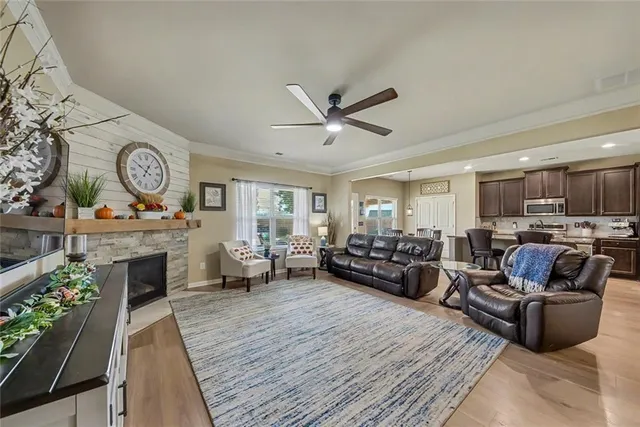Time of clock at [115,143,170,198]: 12:49
